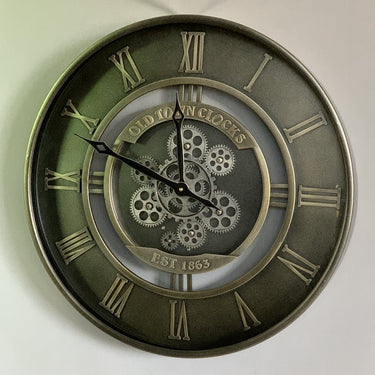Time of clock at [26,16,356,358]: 11:48
